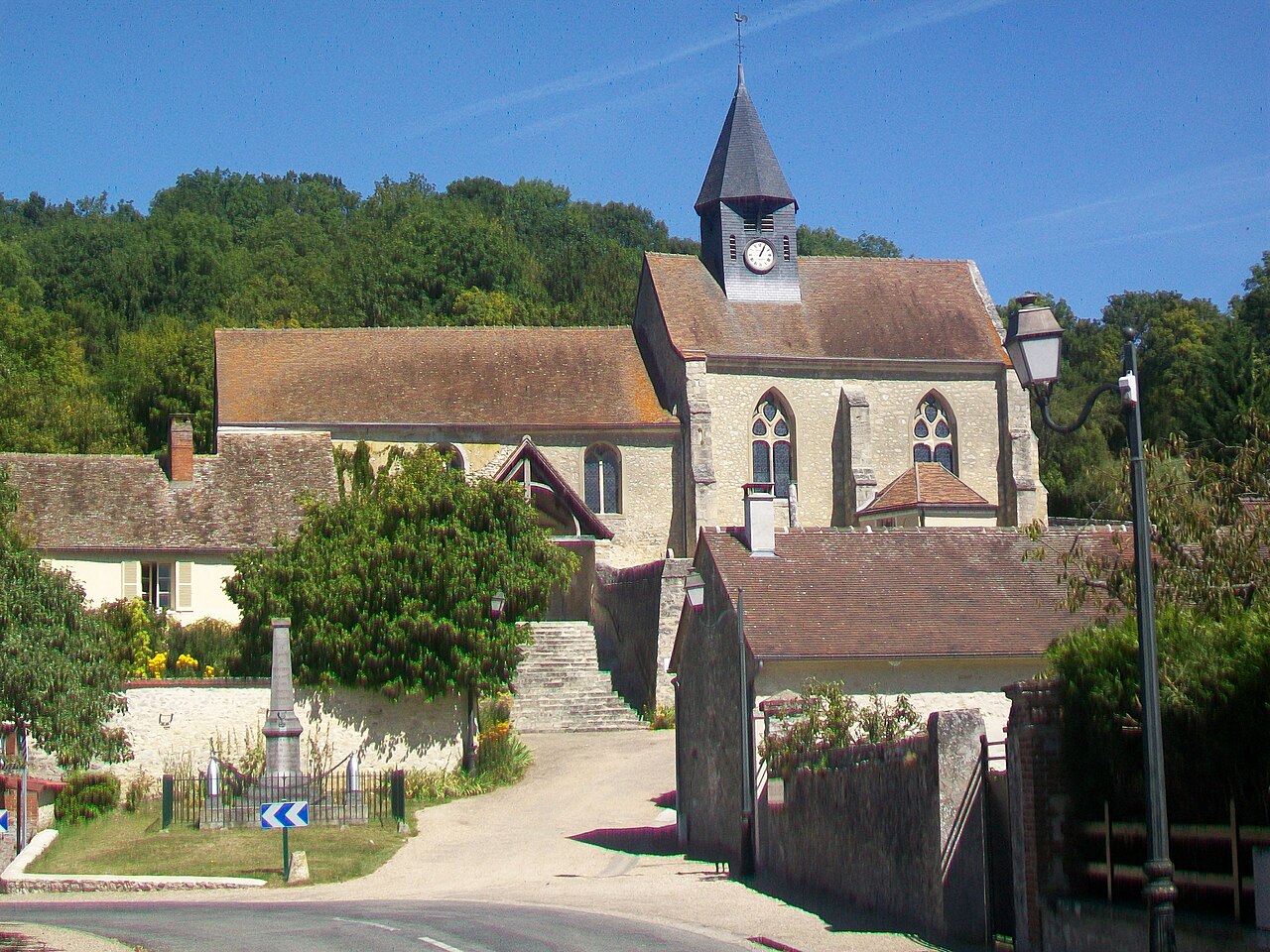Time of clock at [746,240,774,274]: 1:04
